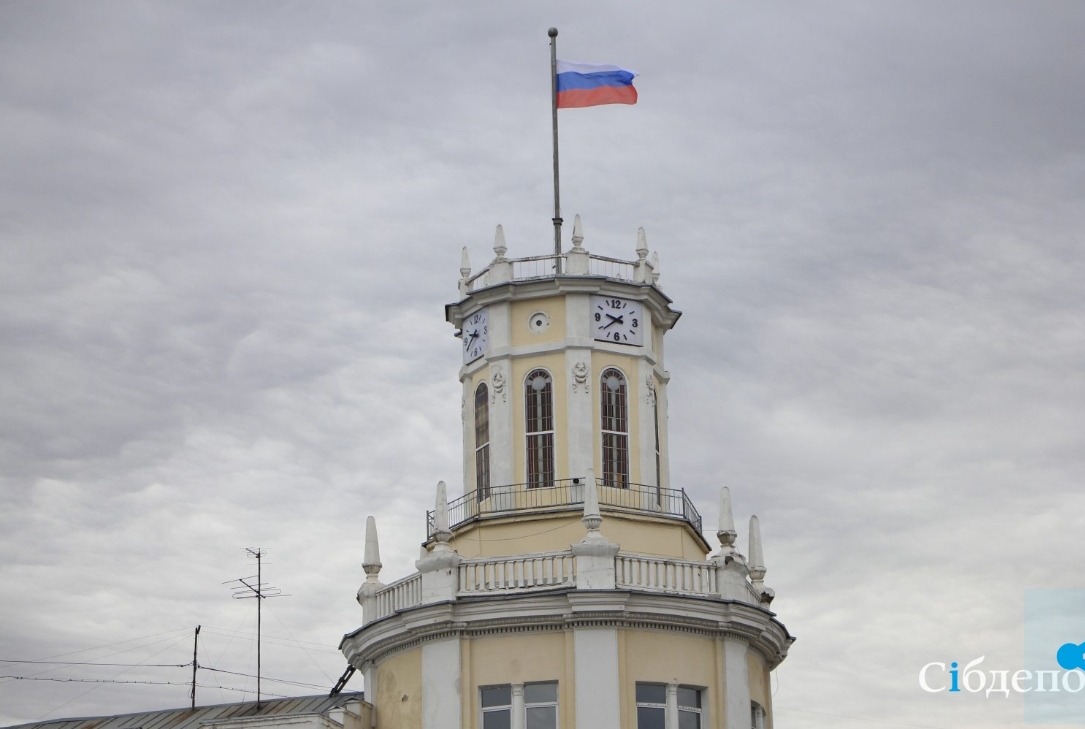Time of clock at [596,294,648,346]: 9:38
